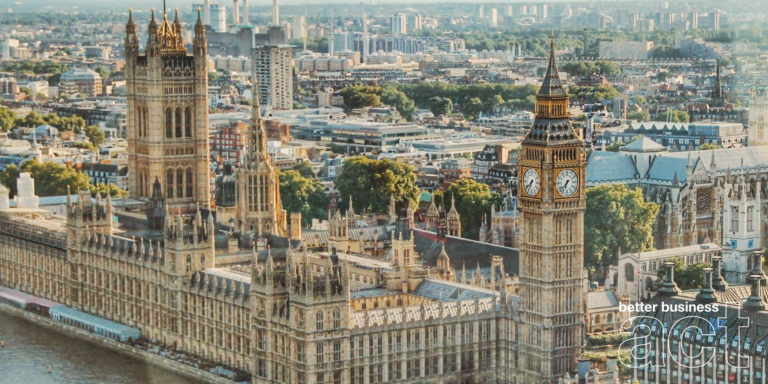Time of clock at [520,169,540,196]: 6:38
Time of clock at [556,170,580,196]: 6:37
